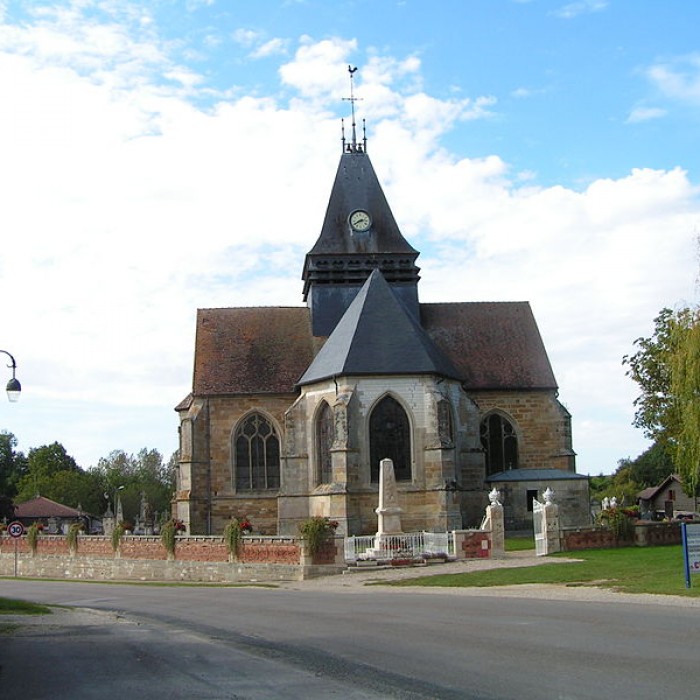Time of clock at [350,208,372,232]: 2:40
